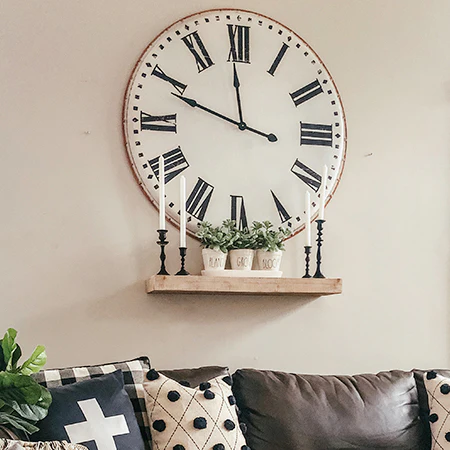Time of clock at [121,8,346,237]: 11:48
